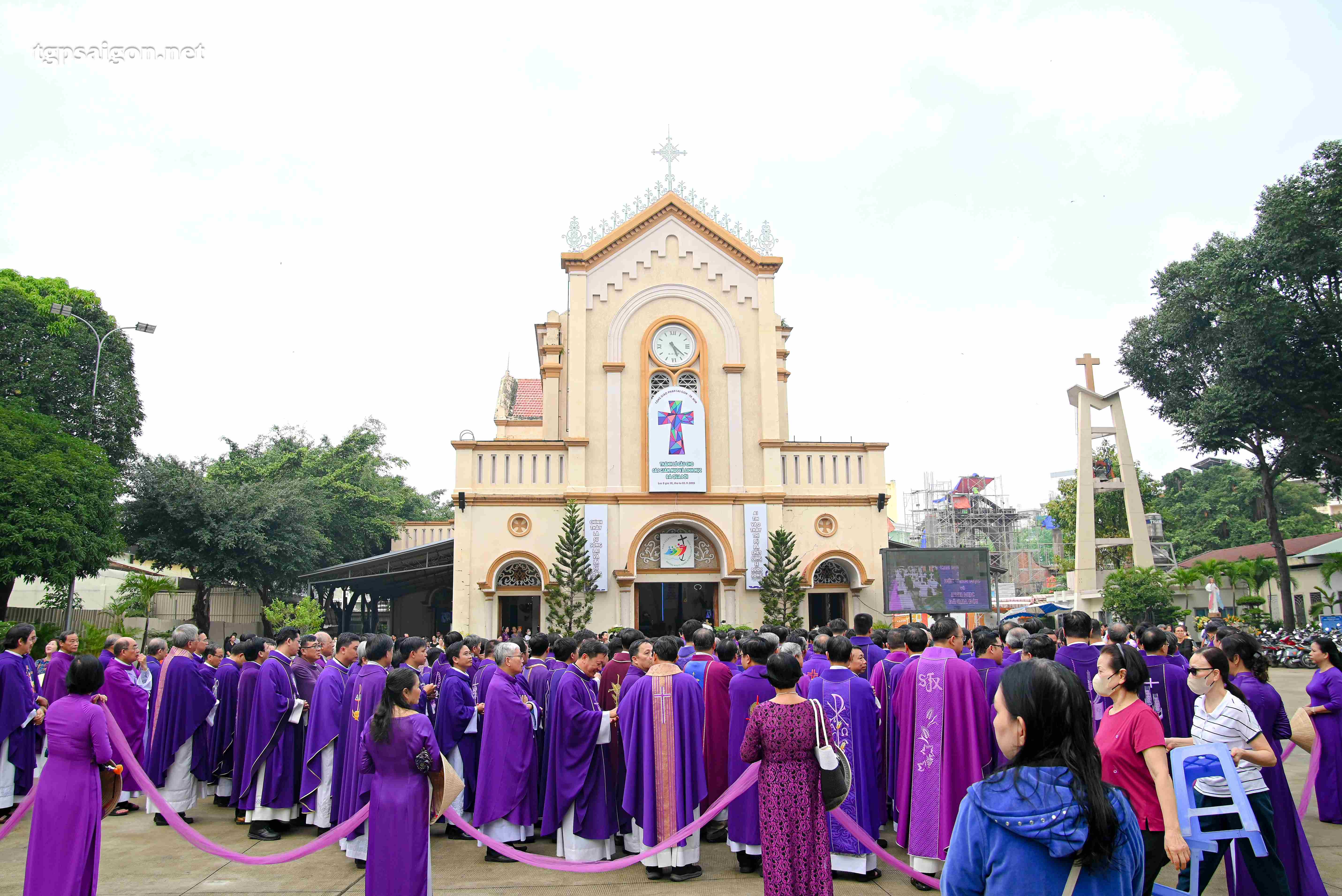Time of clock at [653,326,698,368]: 5:22
